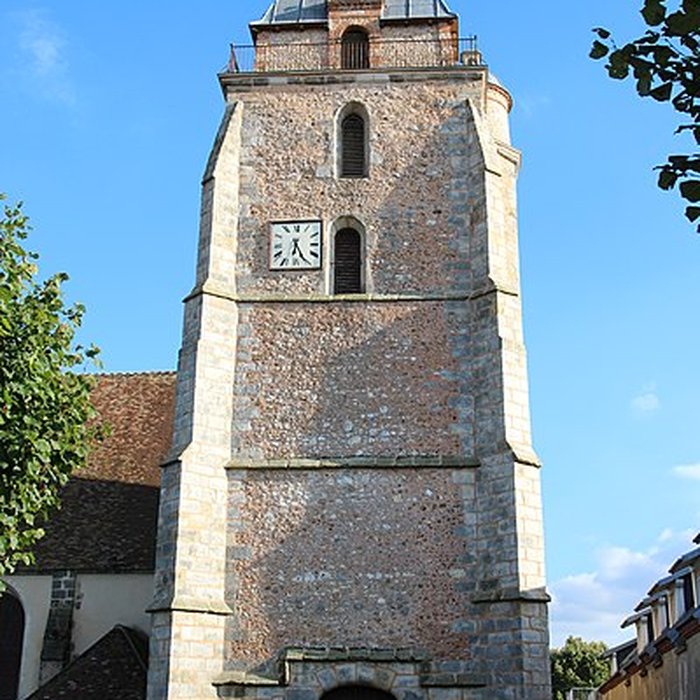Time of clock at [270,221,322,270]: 6:25
